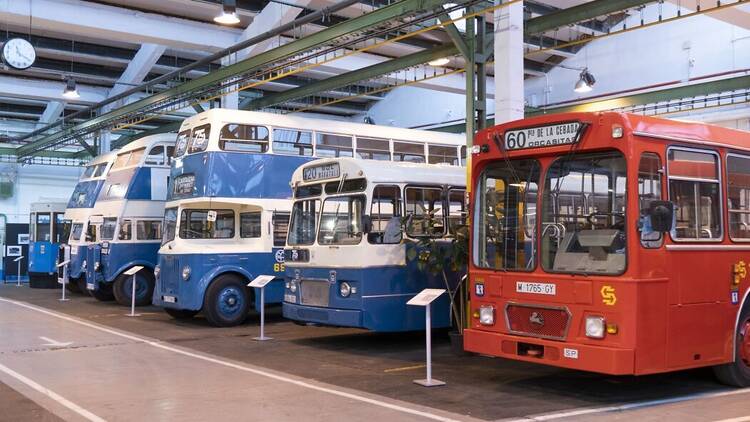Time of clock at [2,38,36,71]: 11:19
